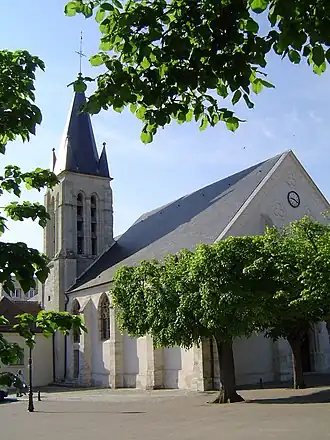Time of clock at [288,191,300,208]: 9:20
